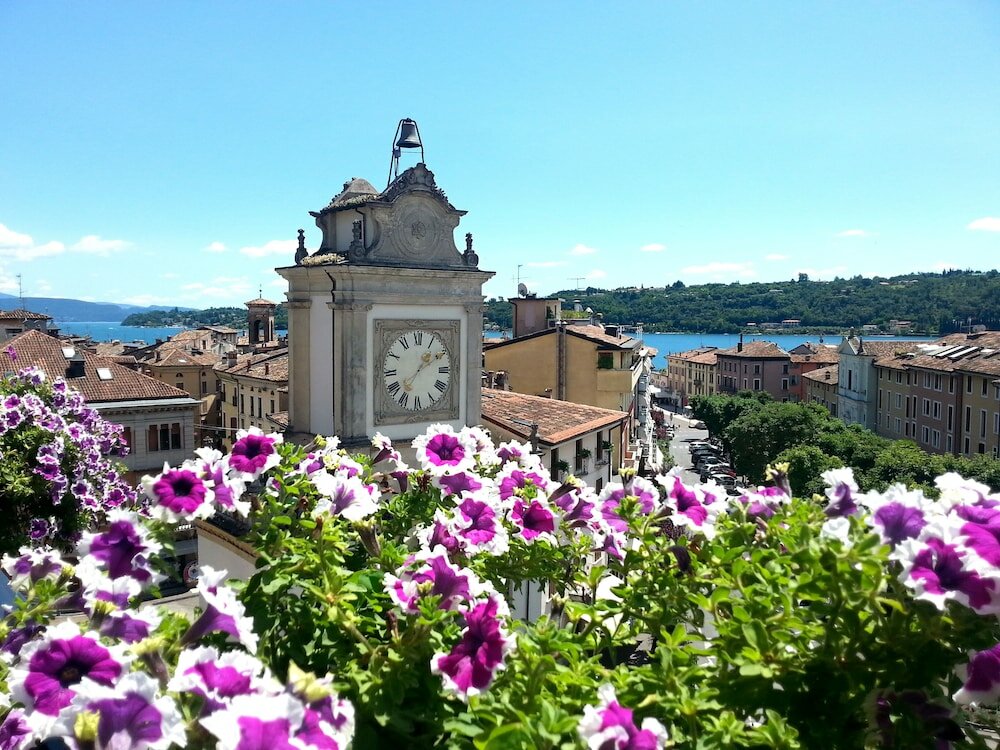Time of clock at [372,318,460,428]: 1:36
